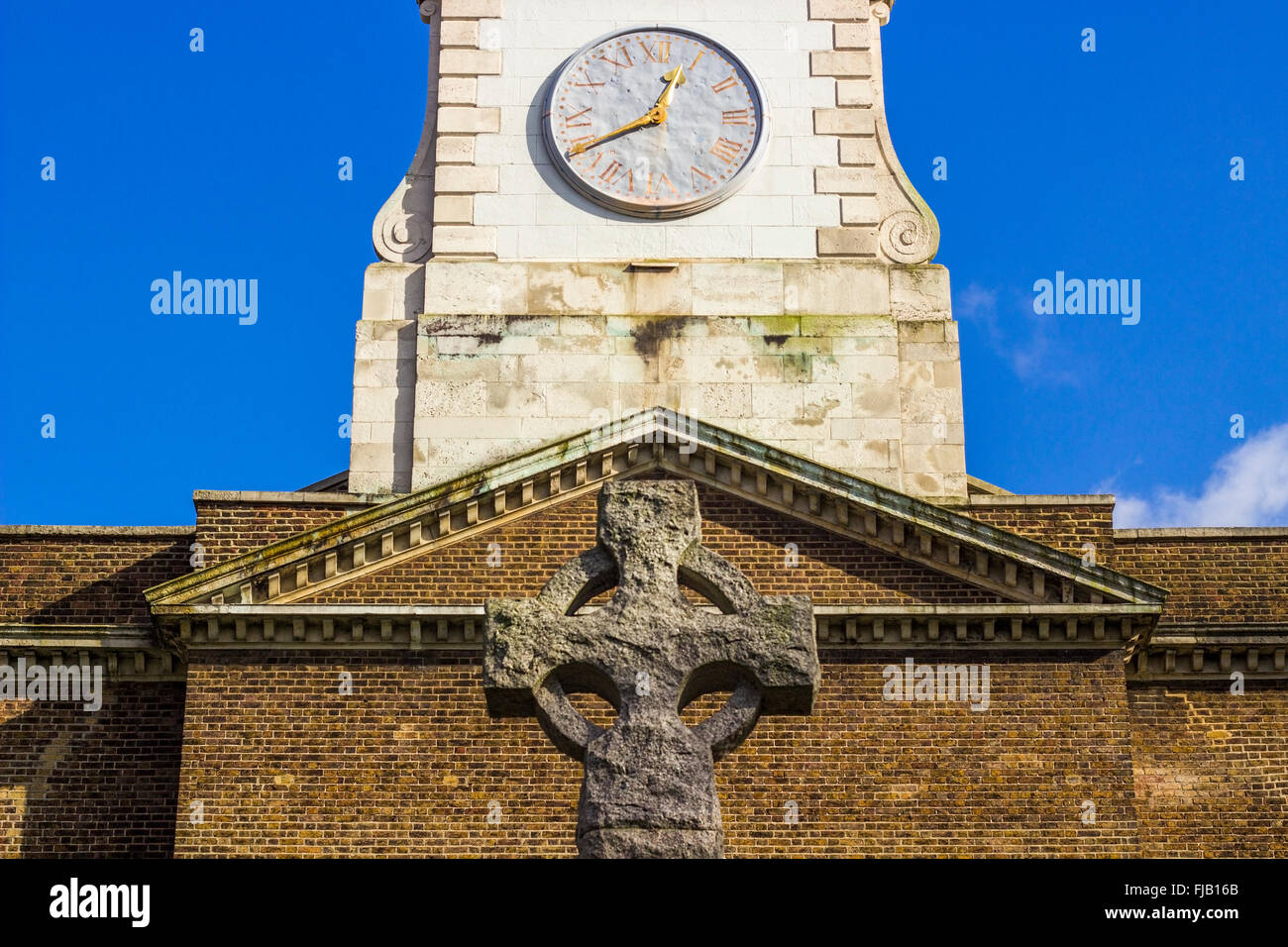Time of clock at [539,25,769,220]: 12:40
